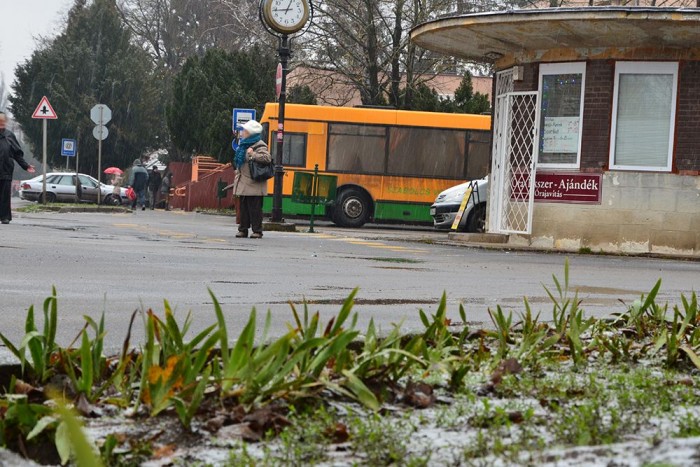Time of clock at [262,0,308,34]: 12:43
